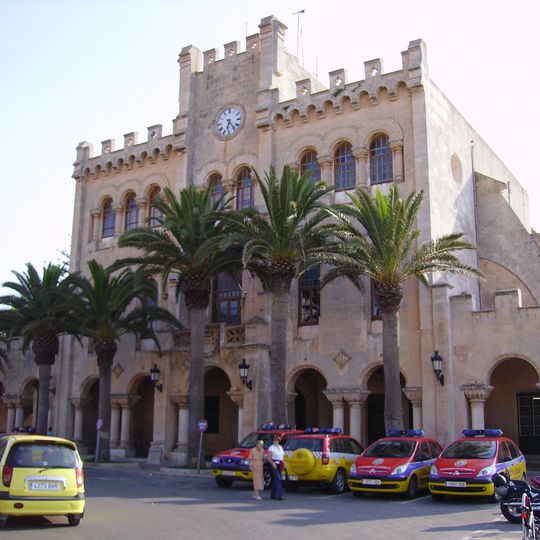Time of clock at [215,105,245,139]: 6:23
